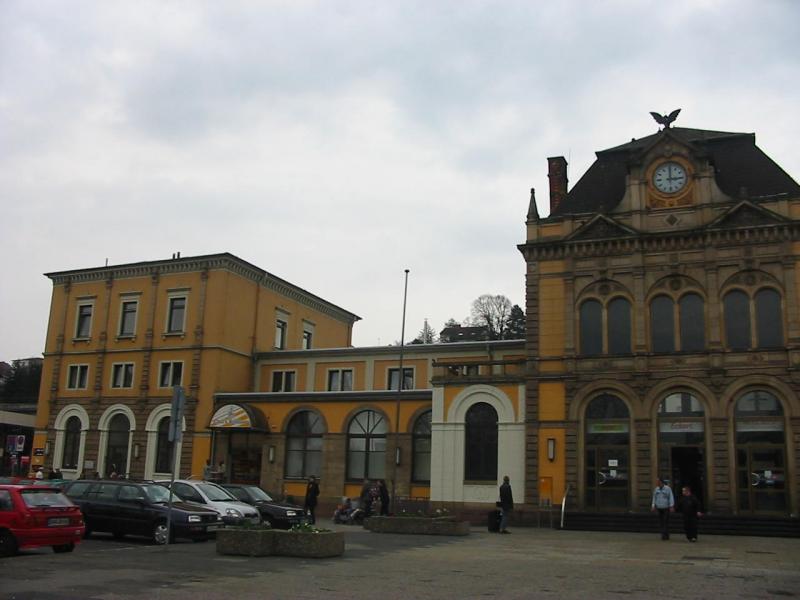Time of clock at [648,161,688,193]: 3:00
